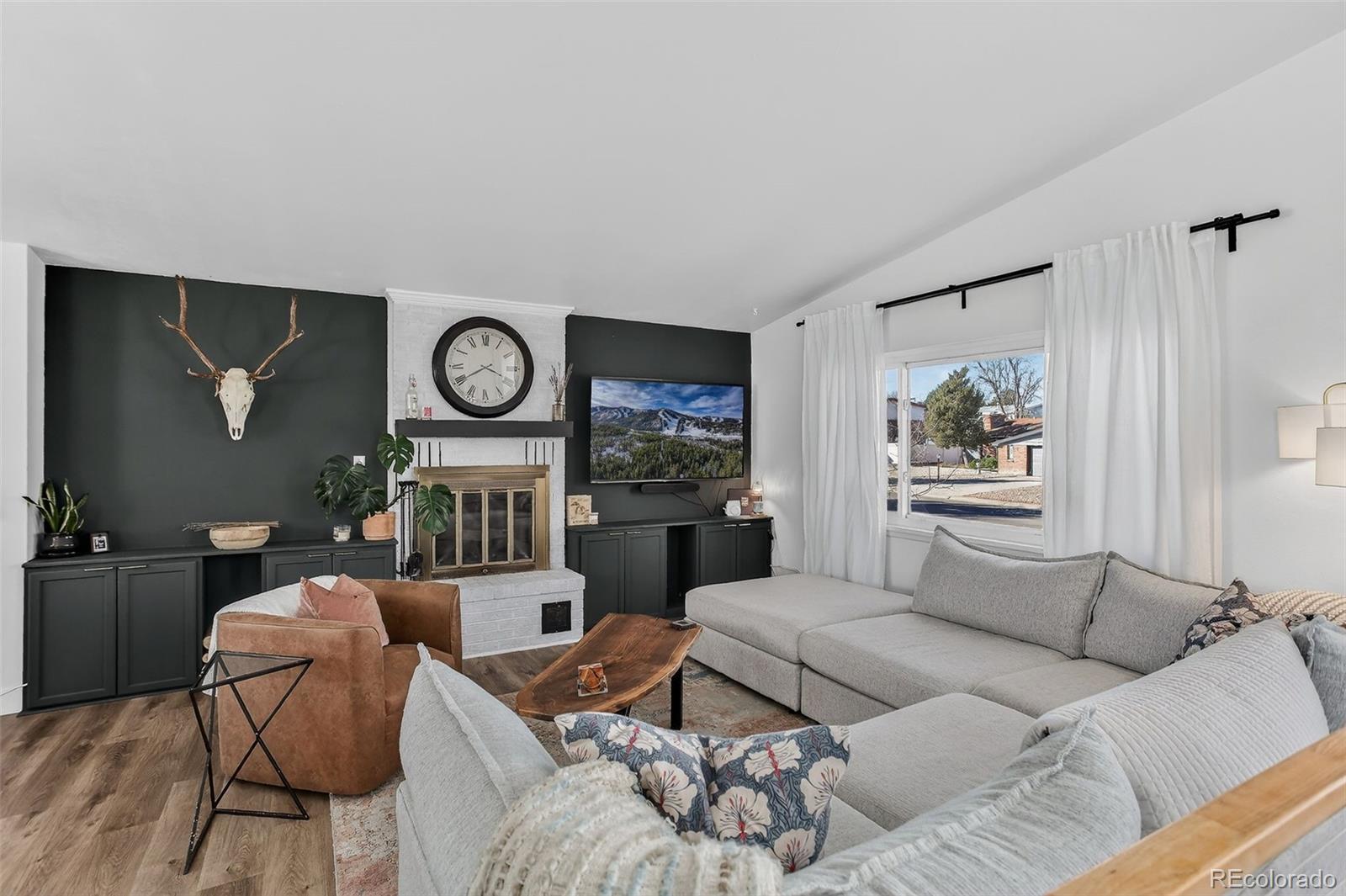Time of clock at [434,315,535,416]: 3:40
